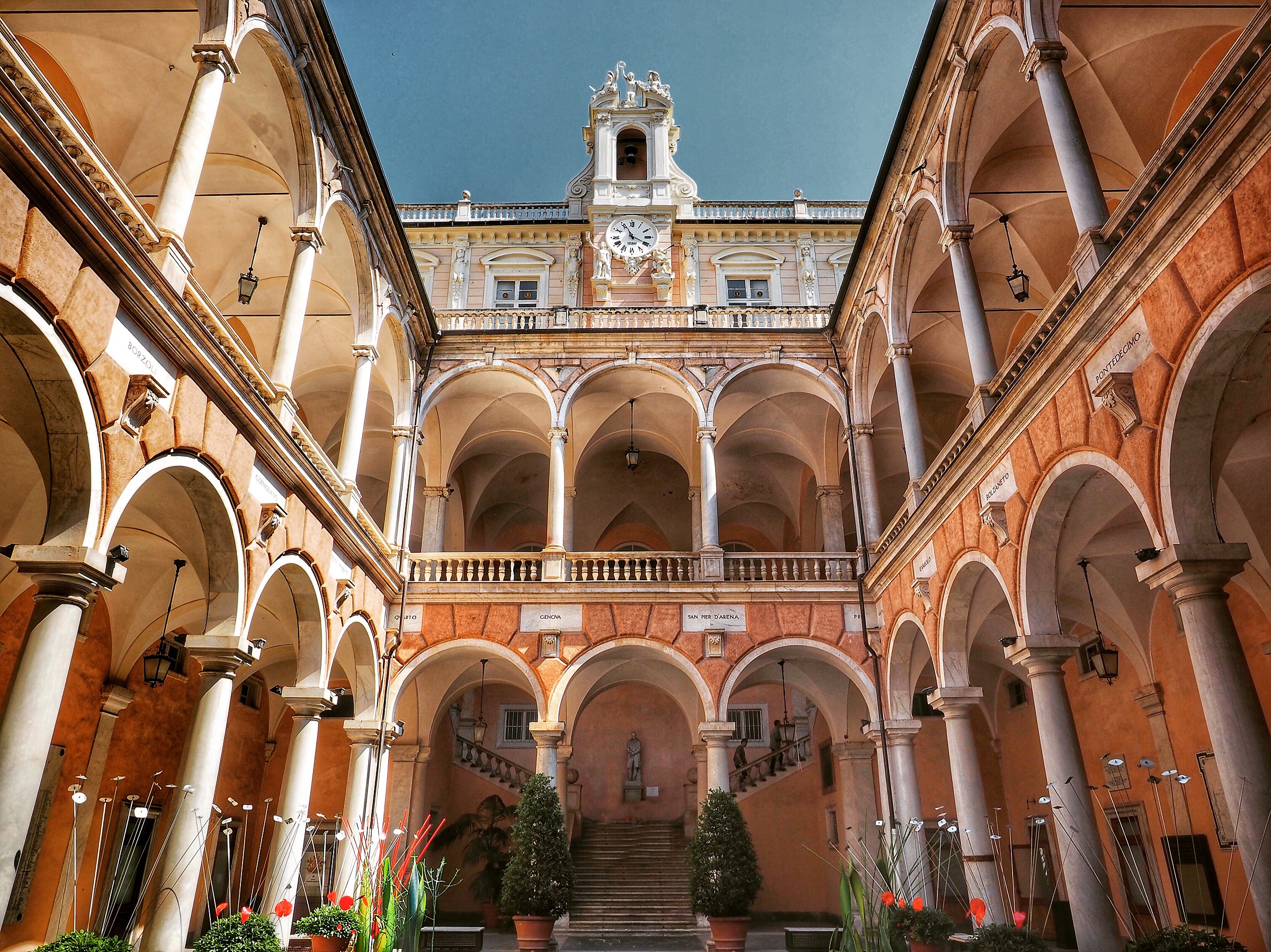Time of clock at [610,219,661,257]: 3:56
